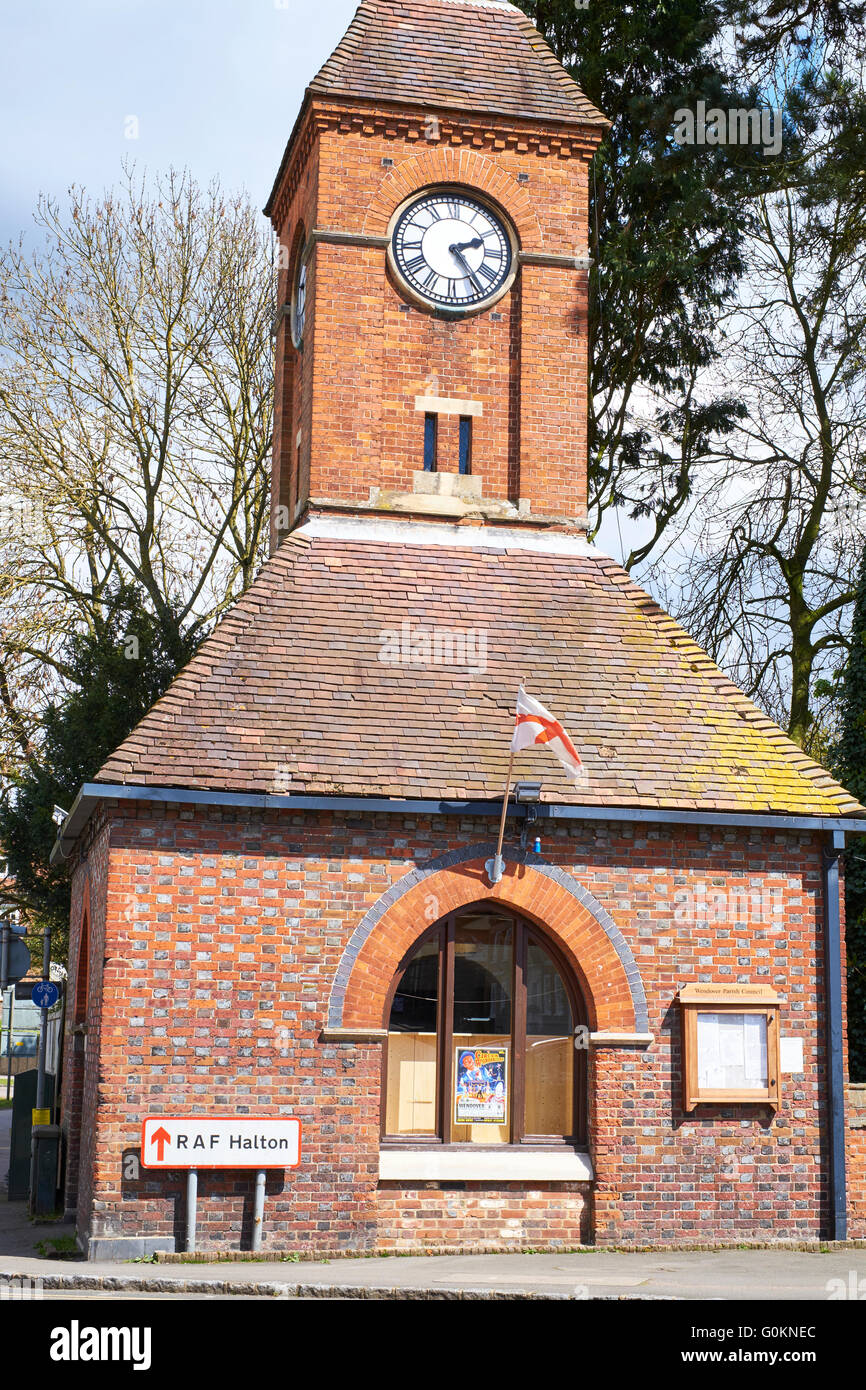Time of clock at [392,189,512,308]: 2:24
